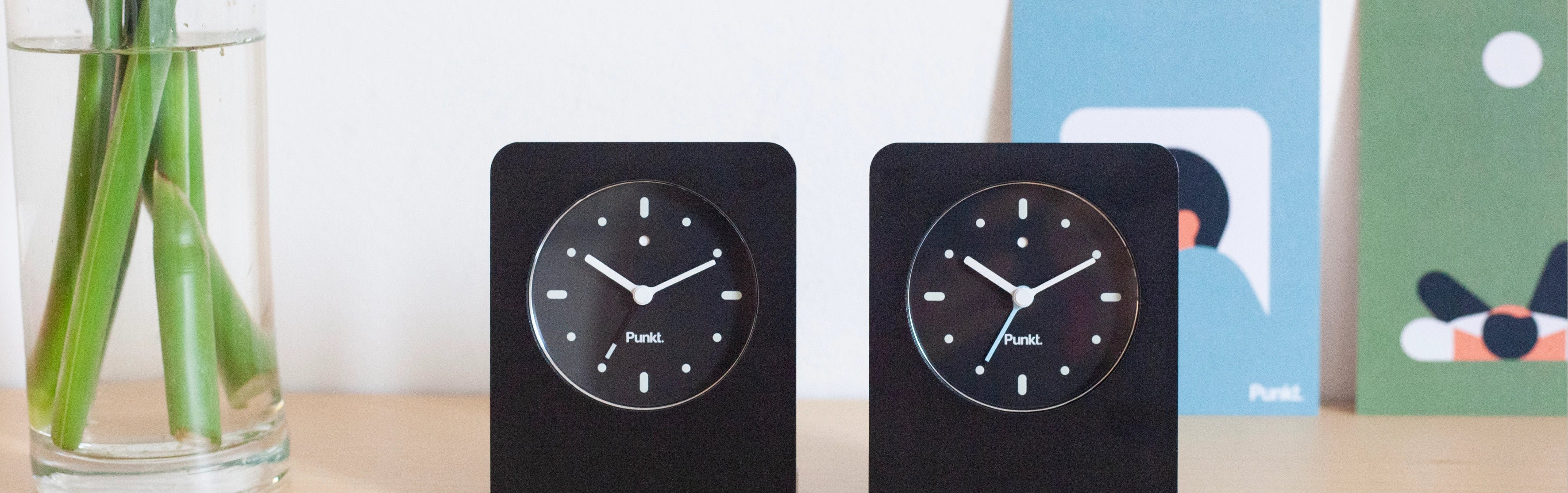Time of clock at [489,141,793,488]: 10:10
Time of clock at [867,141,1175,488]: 10:10
